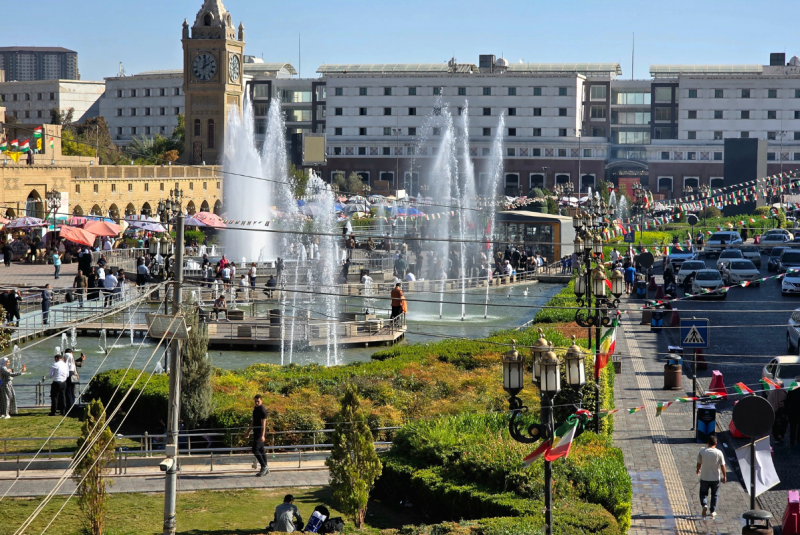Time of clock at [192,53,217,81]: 2:01
